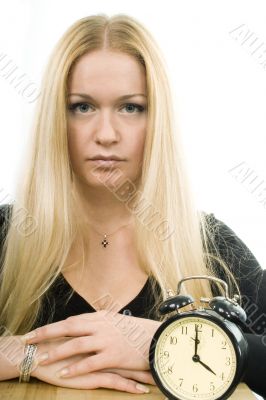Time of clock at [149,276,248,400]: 4:00
